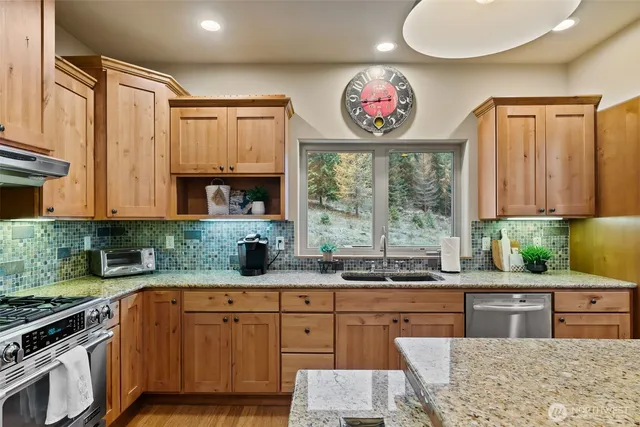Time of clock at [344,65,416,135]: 2:43
